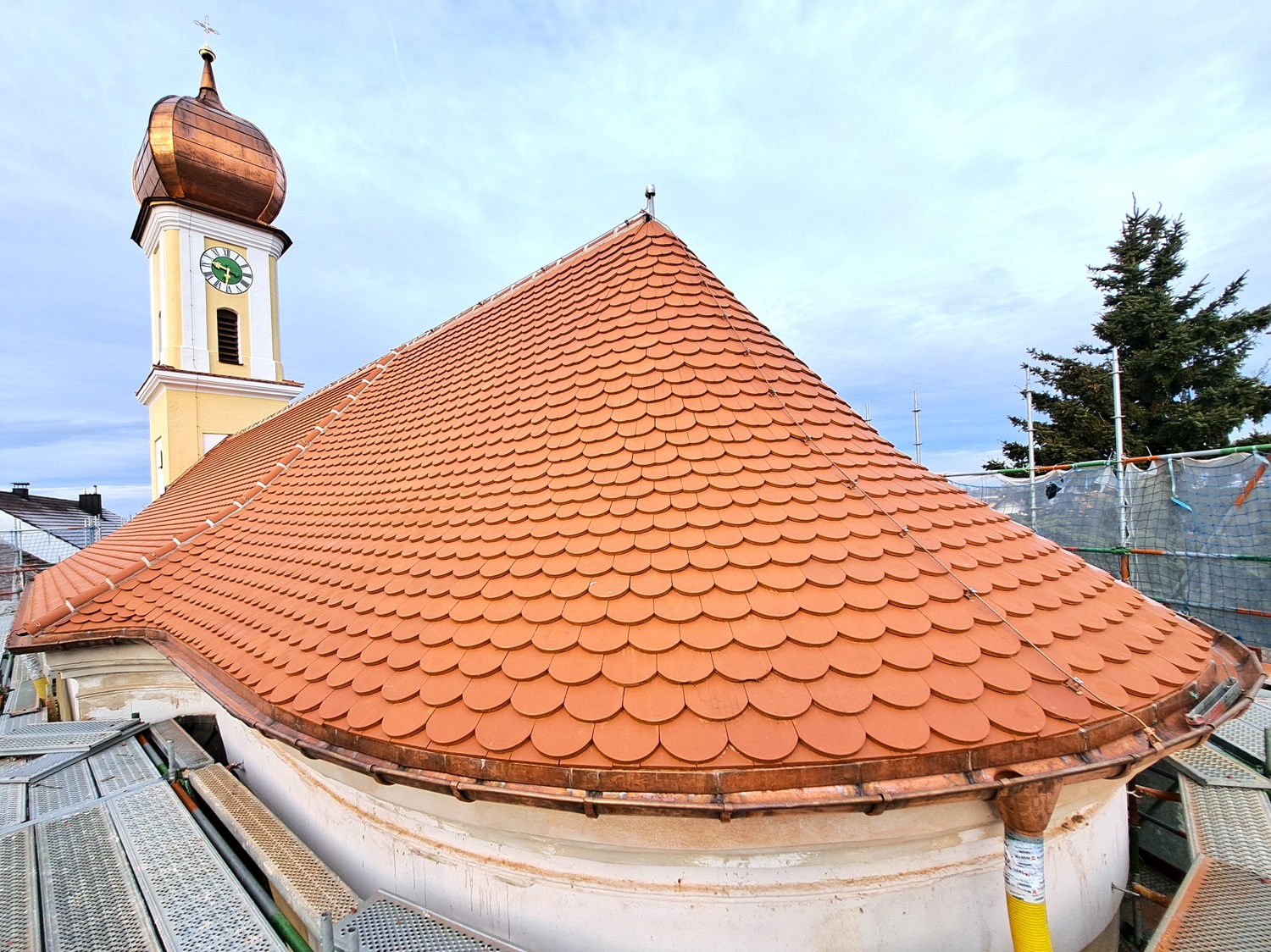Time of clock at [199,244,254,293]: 9:31
